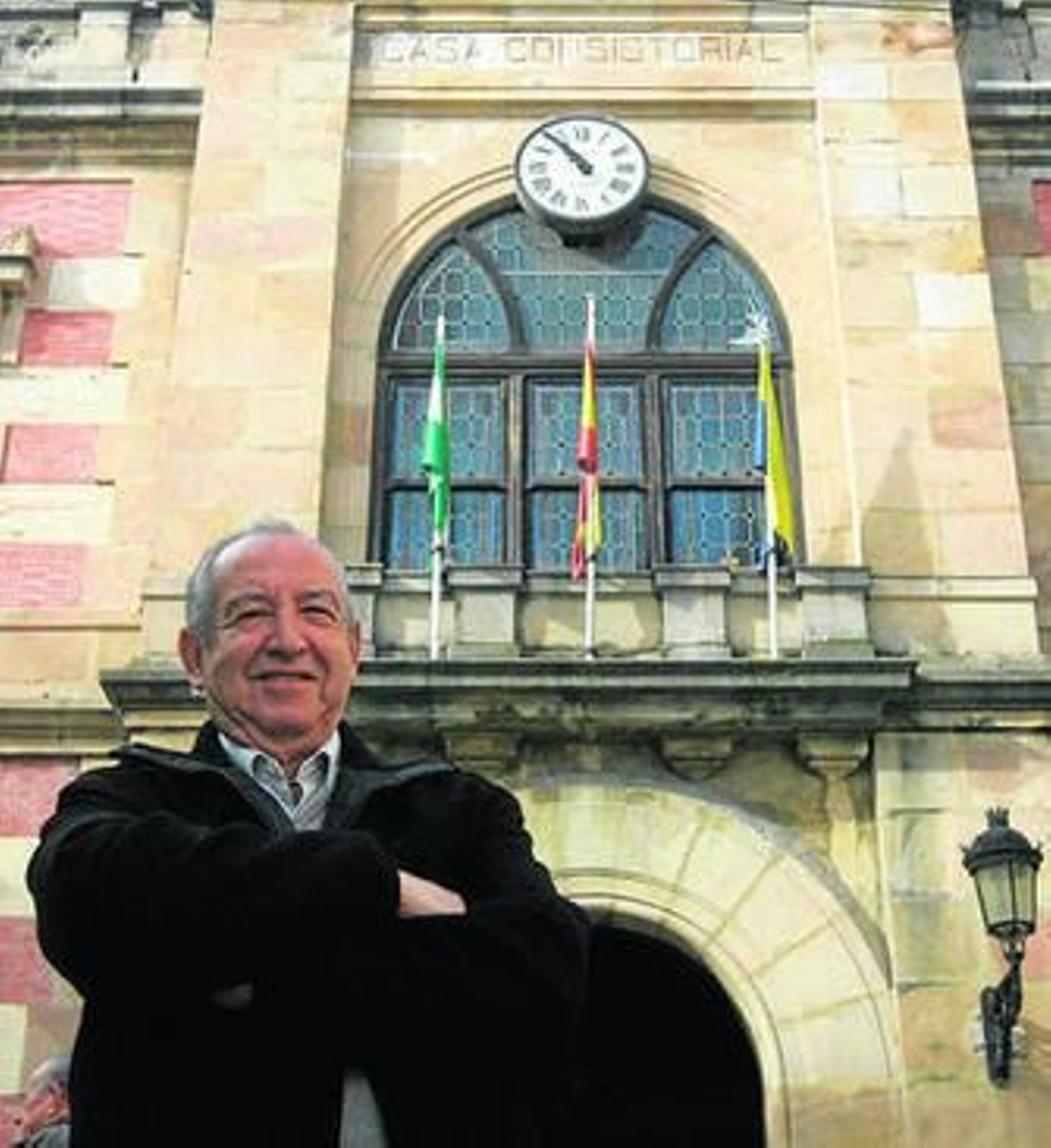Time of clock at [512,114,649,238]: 10:53
